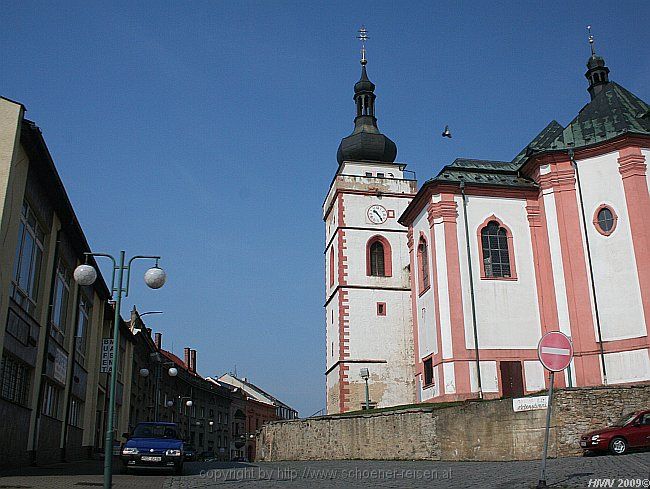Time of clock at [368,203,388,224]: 10:24
